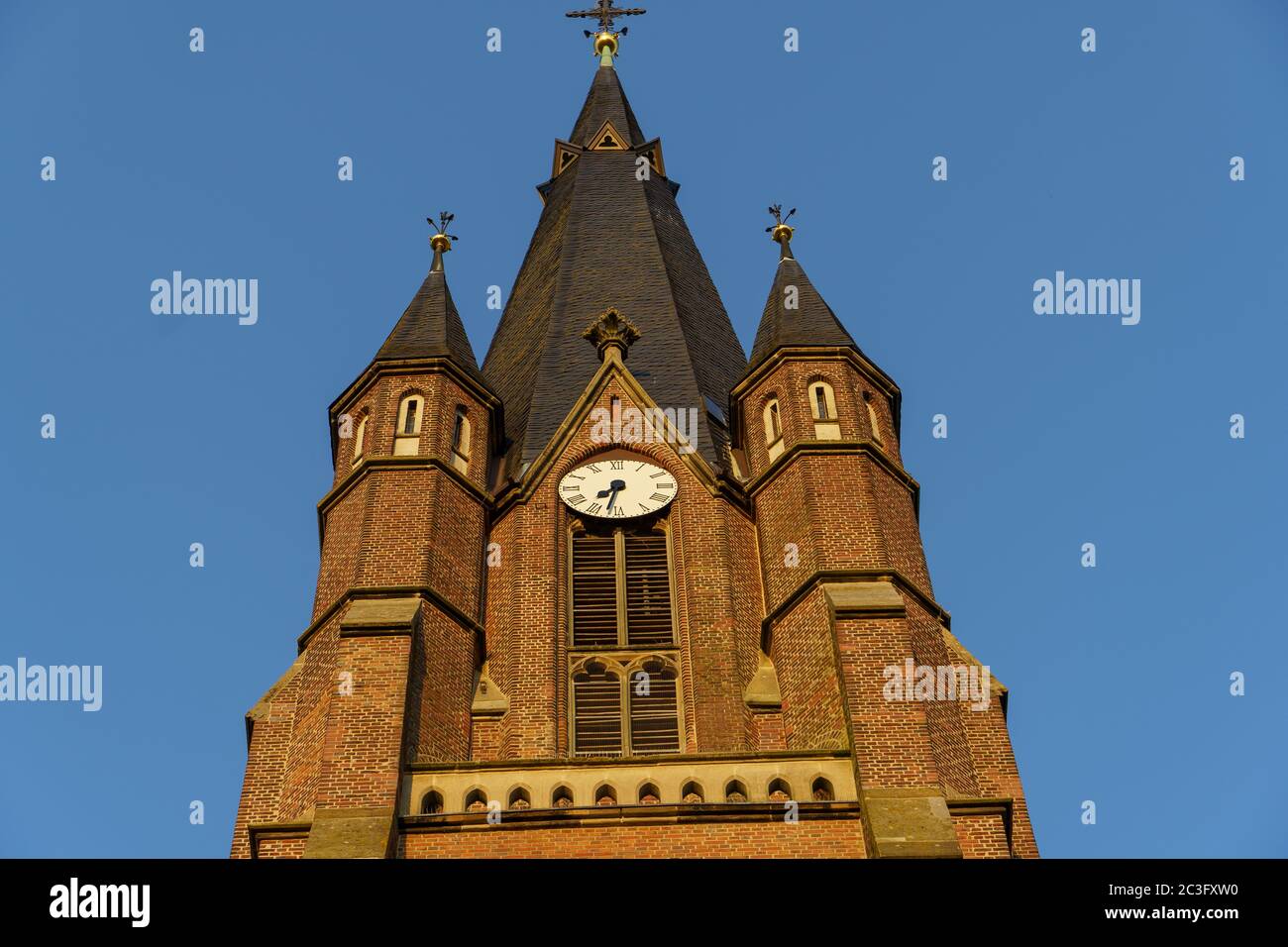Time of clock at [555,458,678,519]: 7:32
